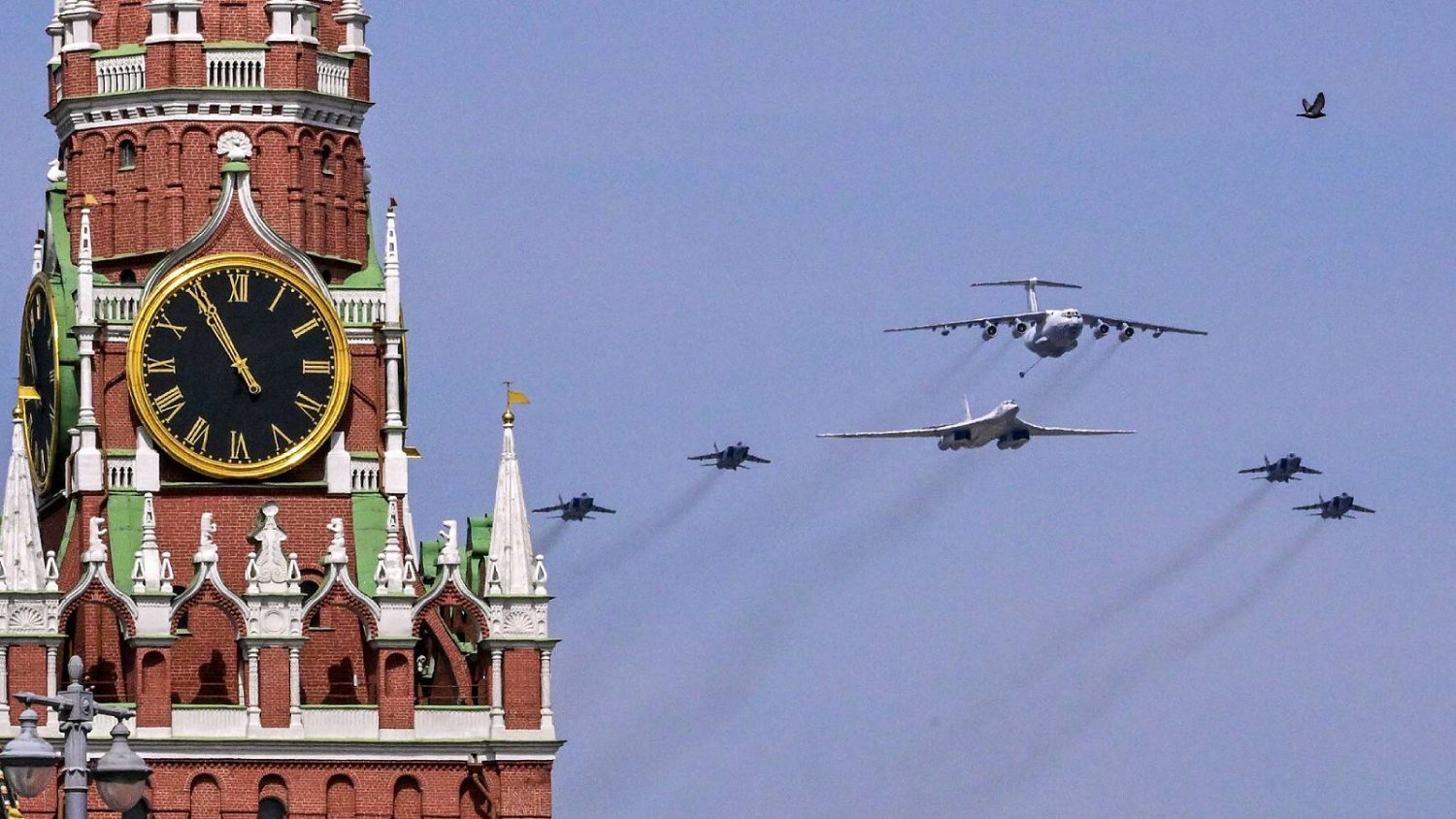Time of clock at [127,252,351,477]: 4:55
